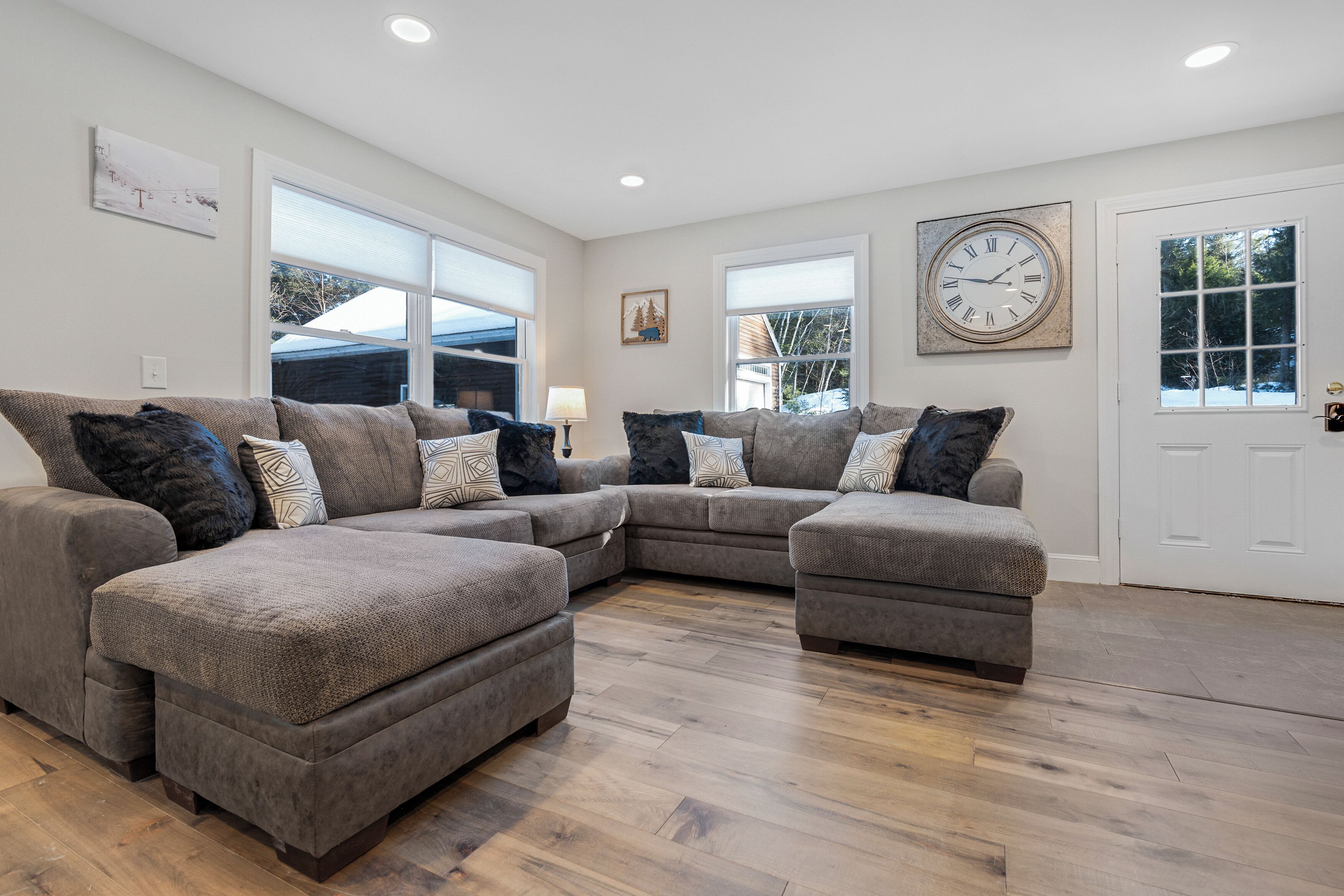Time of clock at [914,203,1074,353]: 1:46
